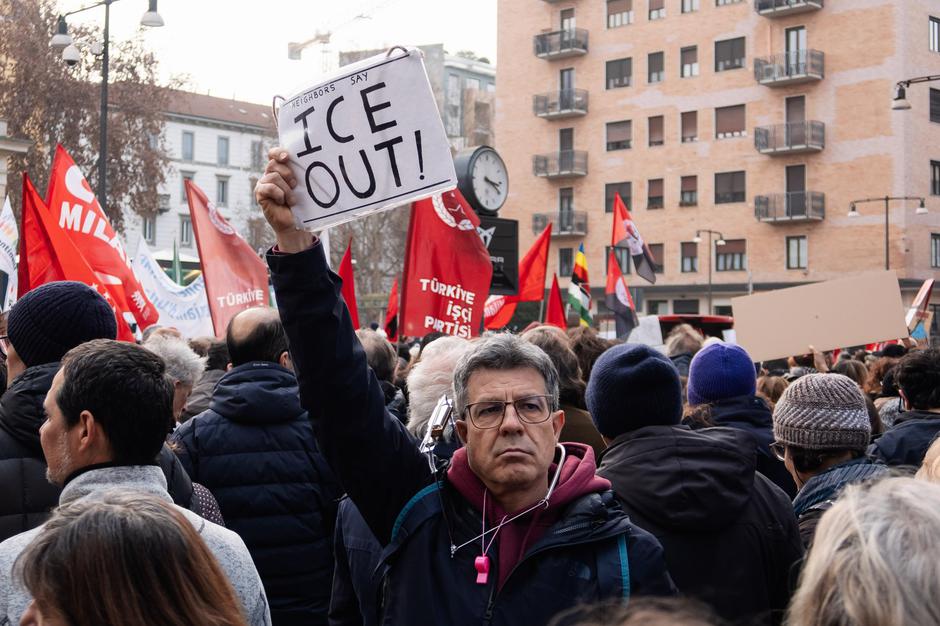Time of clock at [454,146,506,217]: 3:19
